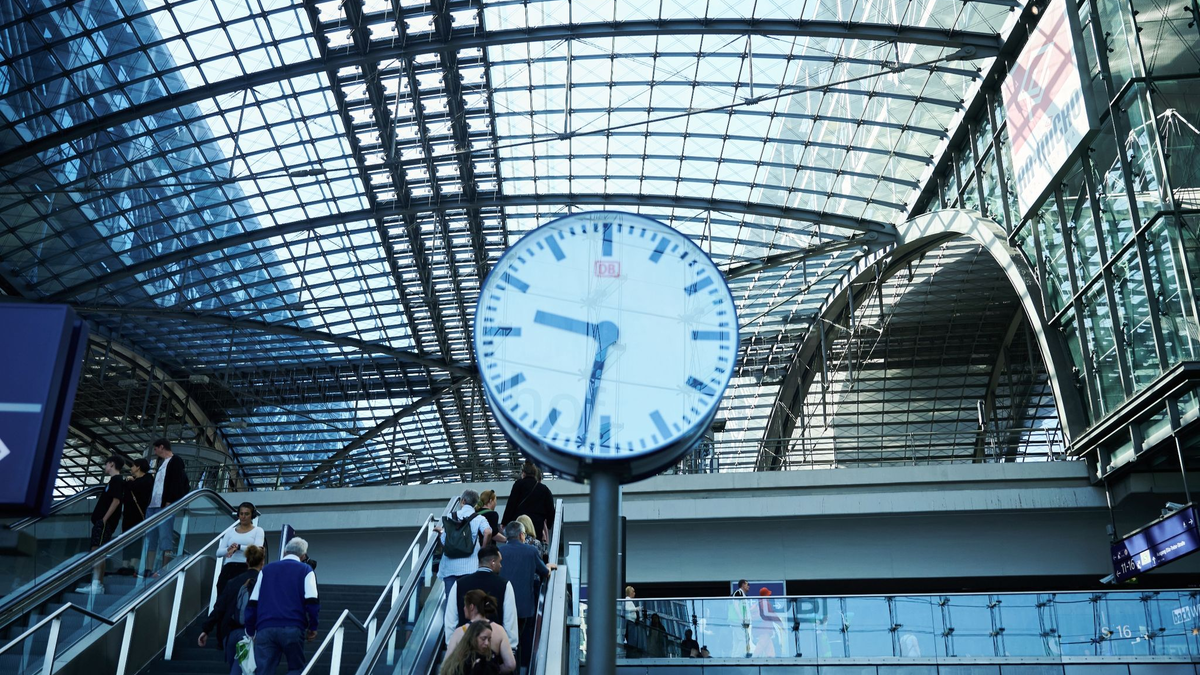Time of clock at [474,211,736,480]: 9:32
